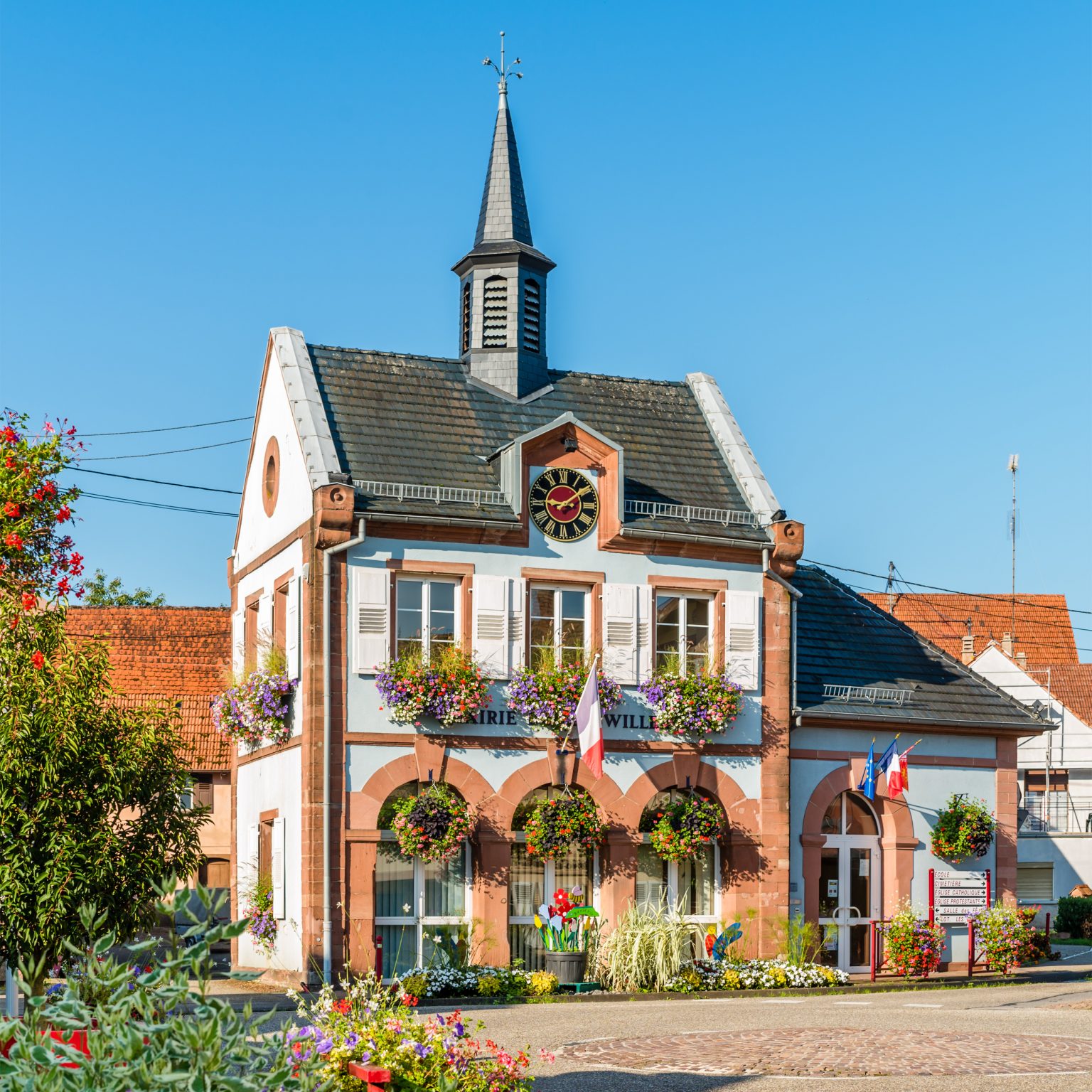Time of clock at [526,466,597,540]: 9:09
